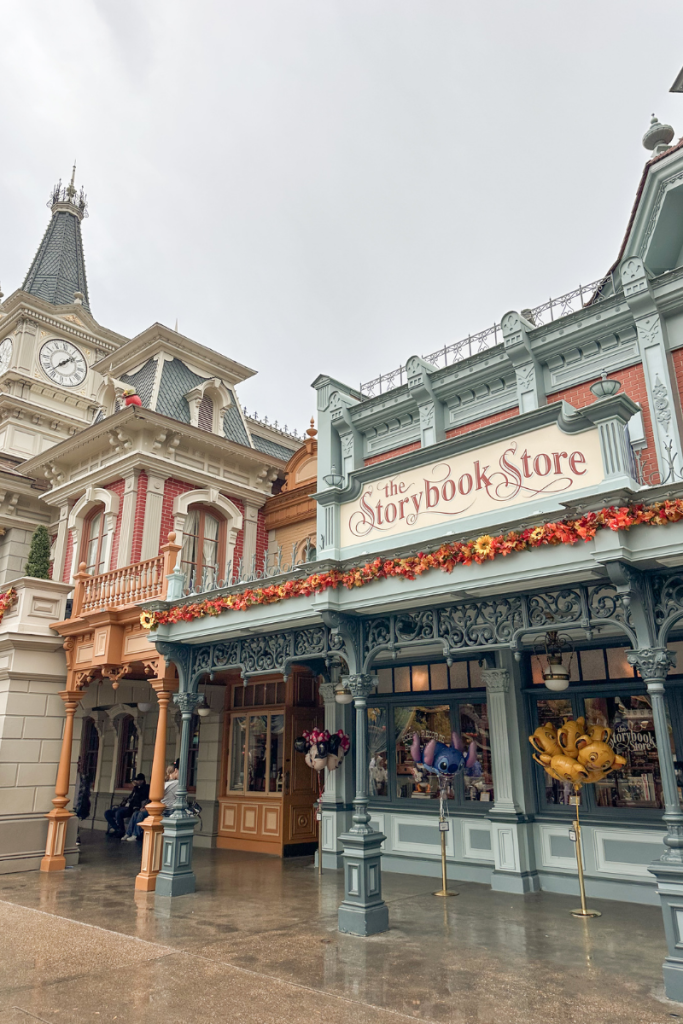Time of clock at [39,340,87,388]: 1:37
